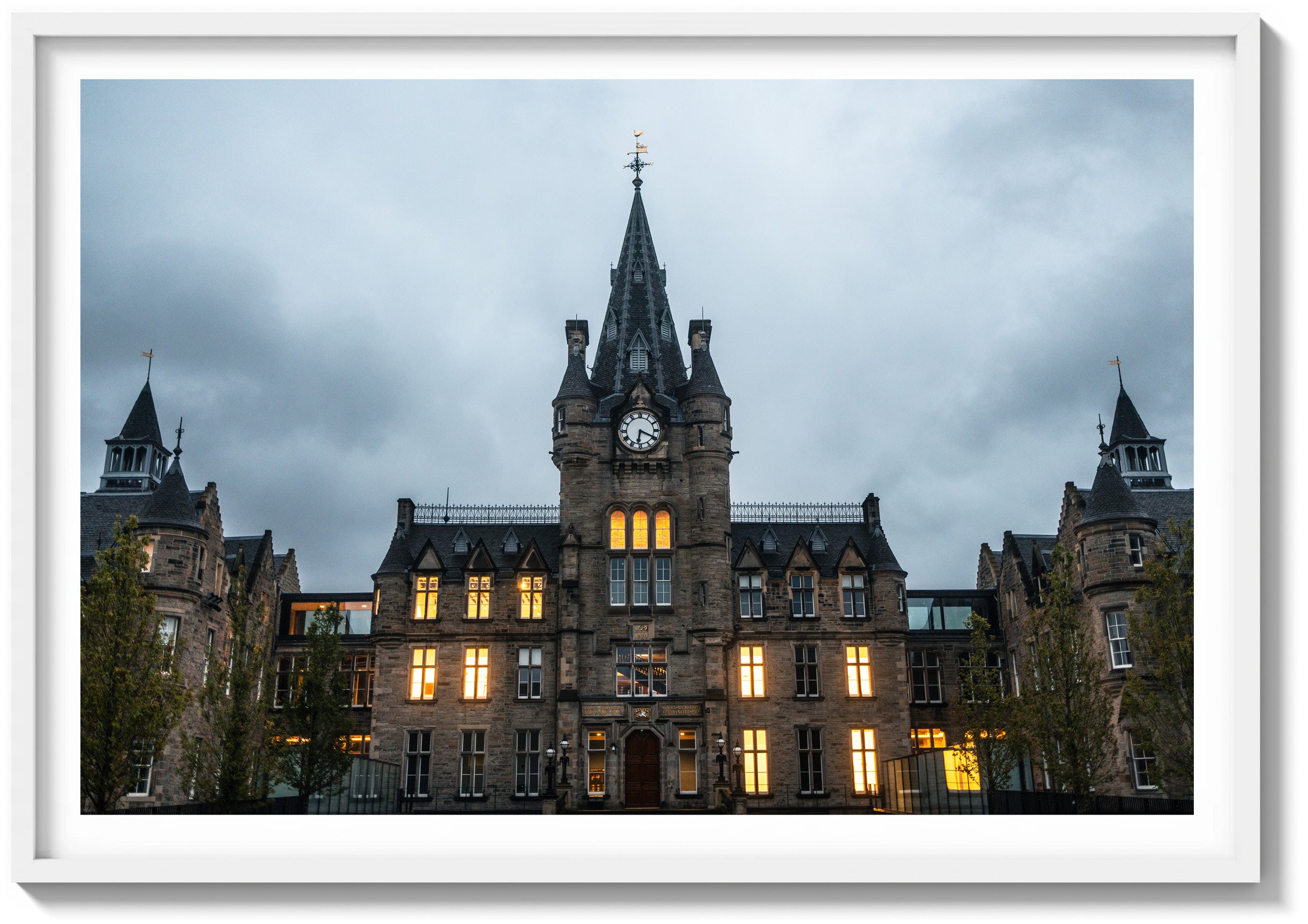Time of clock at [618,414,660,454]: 6:19
